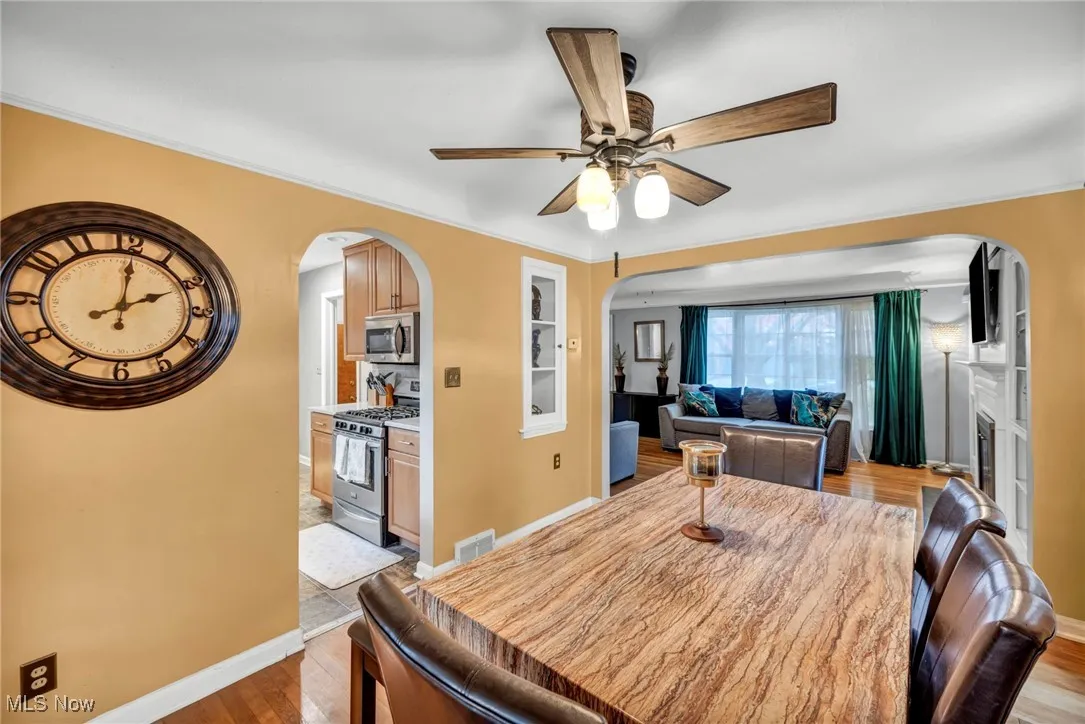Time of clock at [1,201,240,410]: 2:01
